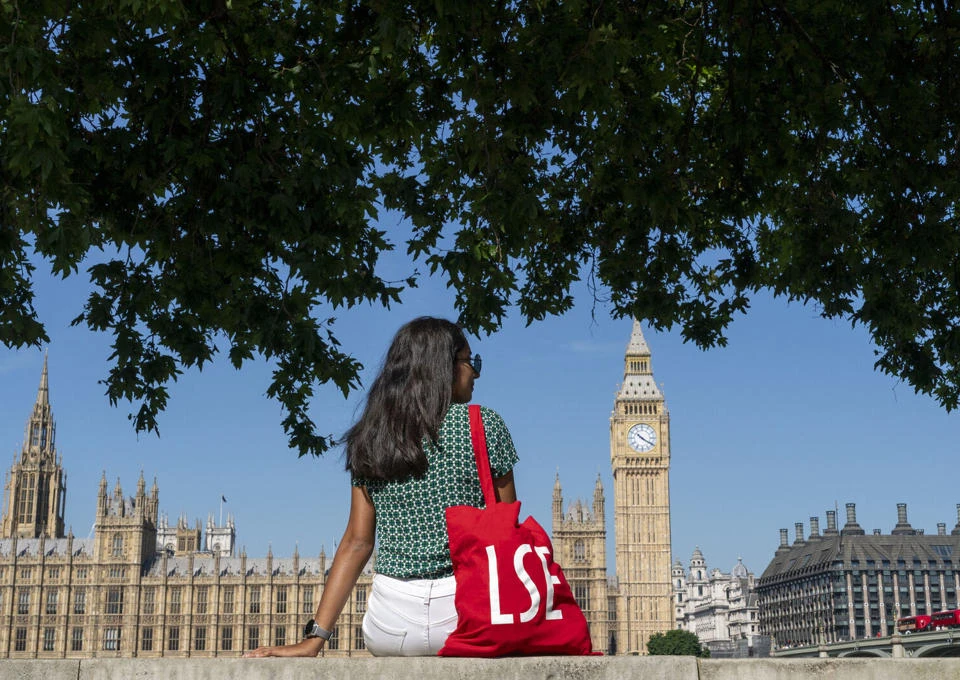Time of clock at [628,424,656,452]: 10:20
